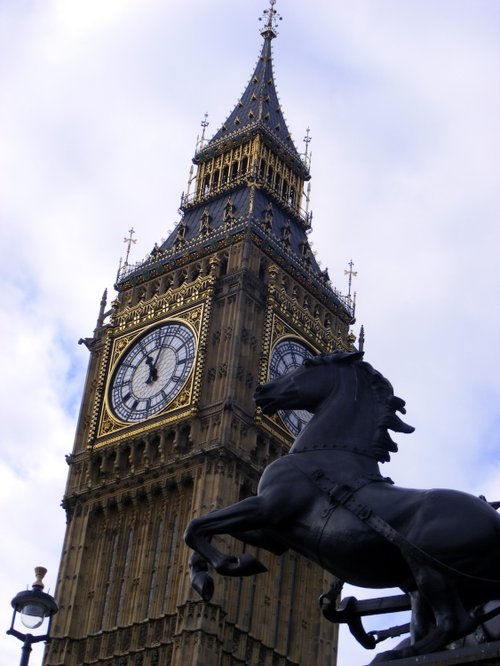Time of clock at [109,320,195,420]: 11:02
